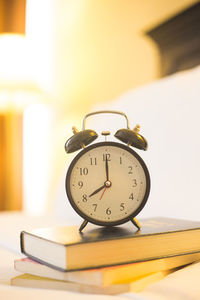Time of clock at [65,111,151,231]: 8:00
